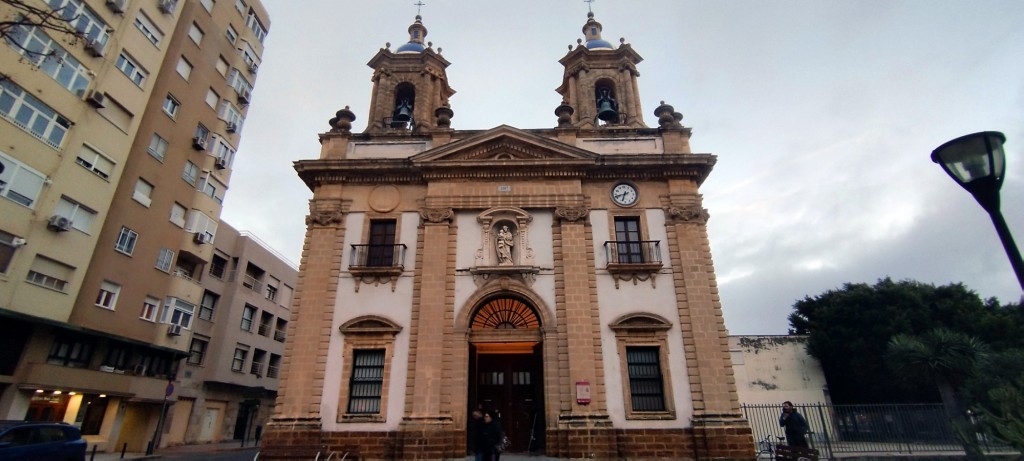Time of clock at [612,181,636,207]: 6:42
